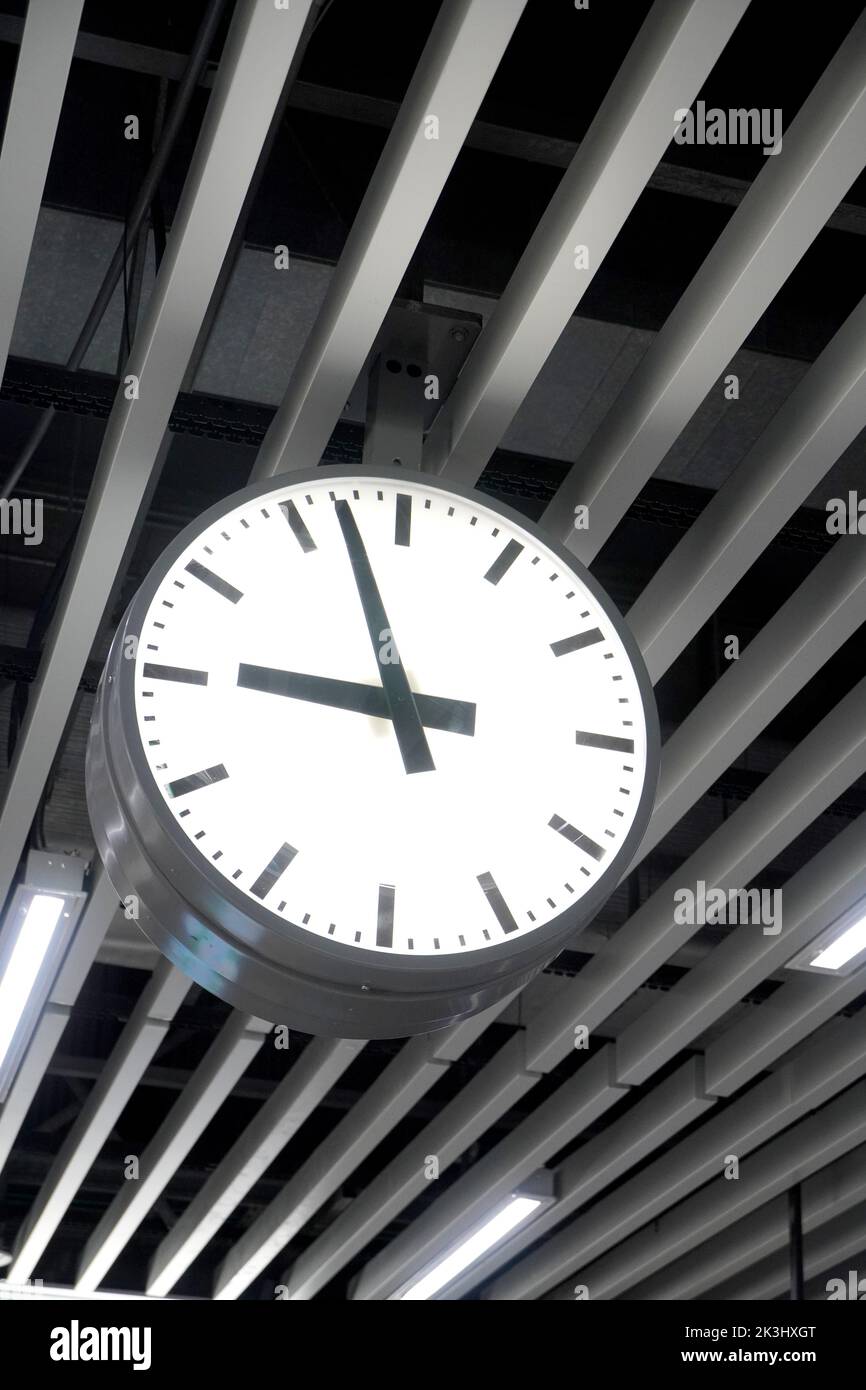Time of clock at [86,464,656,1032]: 8:57
